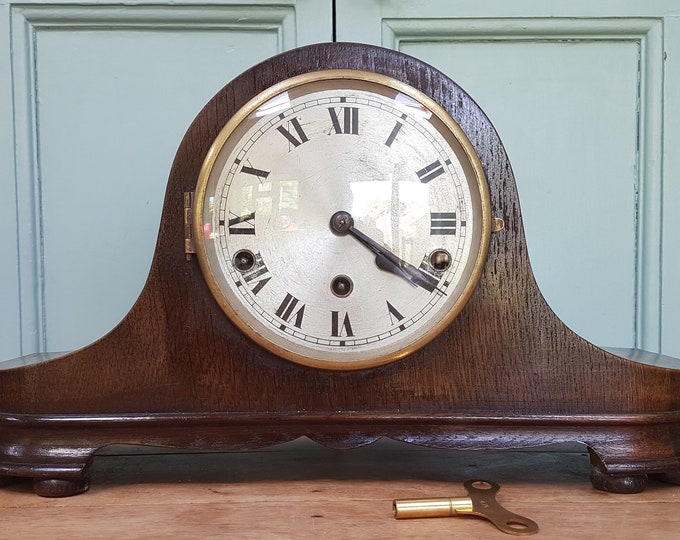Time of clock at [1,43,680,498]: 4:21
